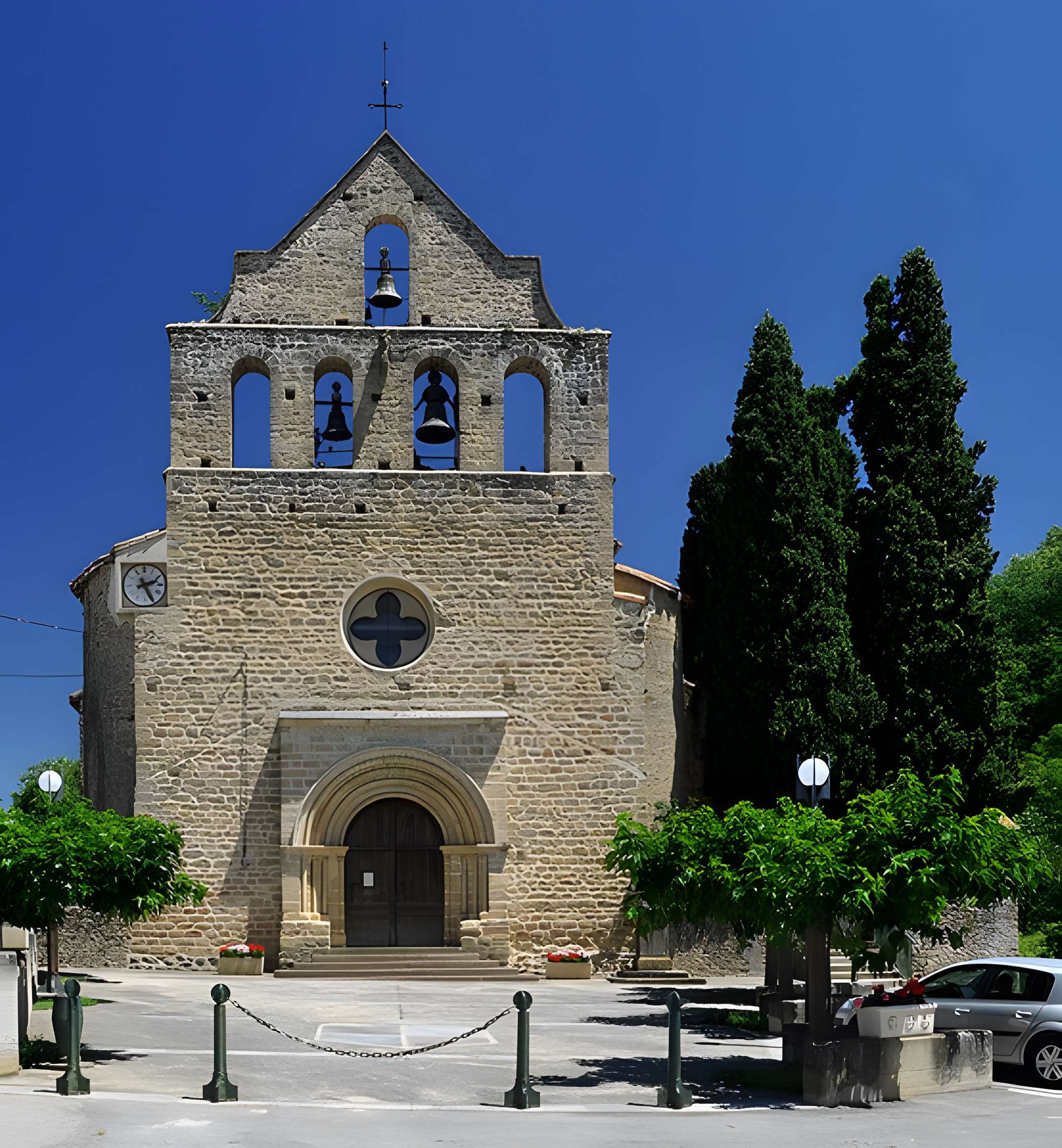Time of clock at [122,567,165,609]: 2:25
